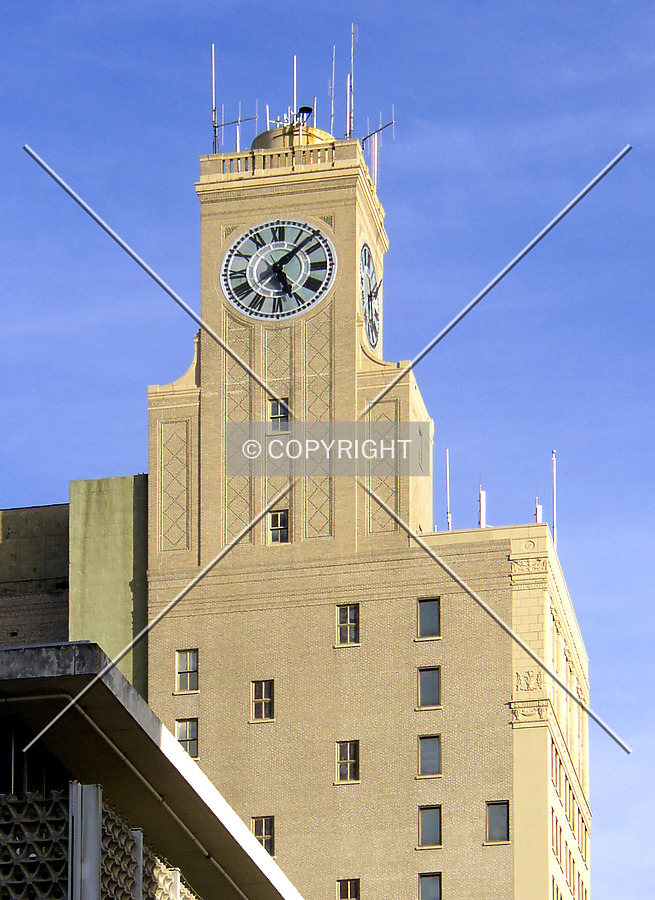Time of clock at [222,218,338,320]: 5:07
